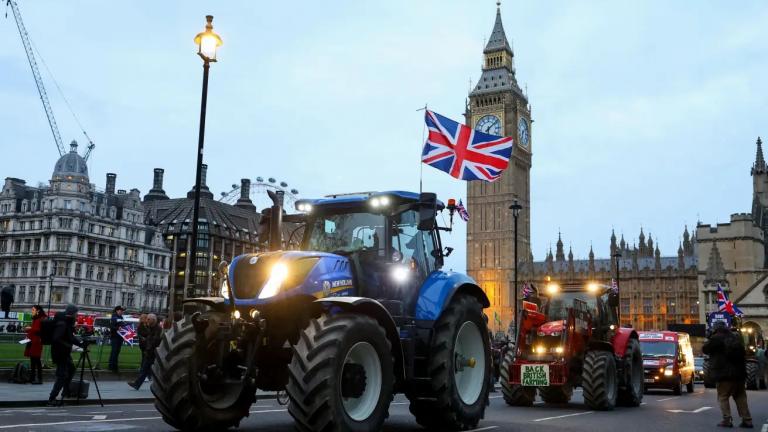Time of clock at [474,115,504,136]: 6:08
